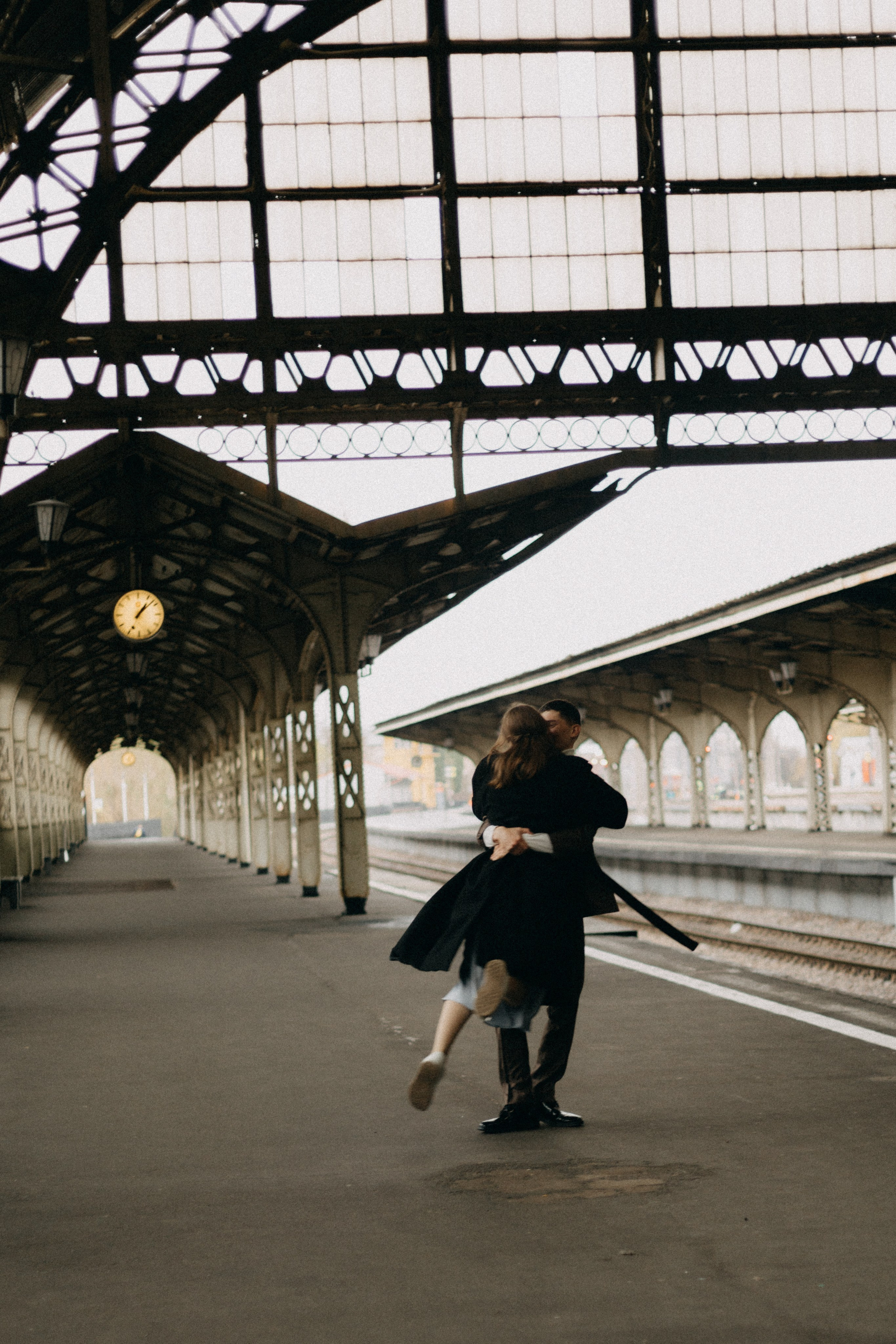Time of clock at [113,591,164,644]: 1:07
